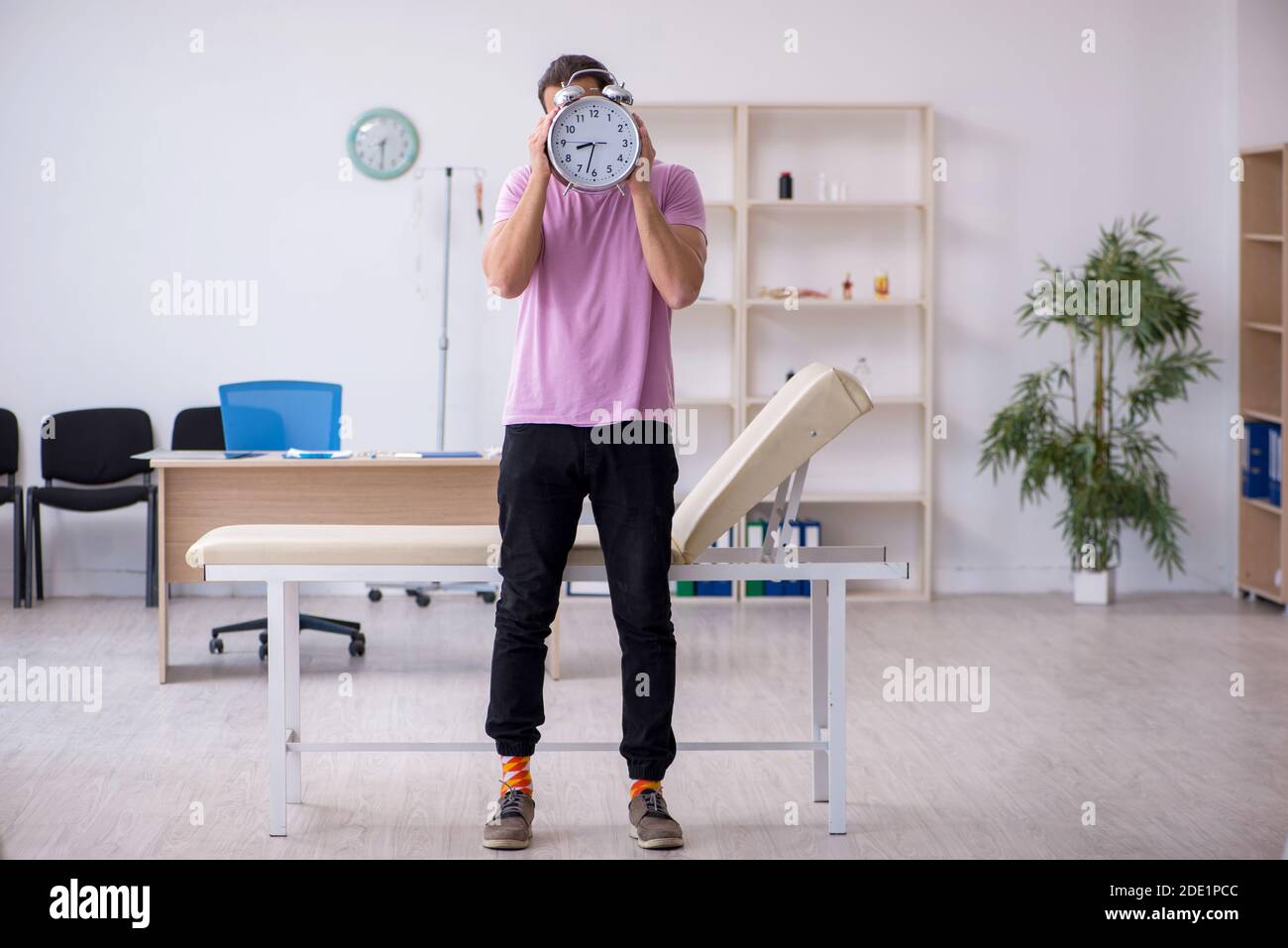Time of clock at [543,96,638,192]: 8:32
